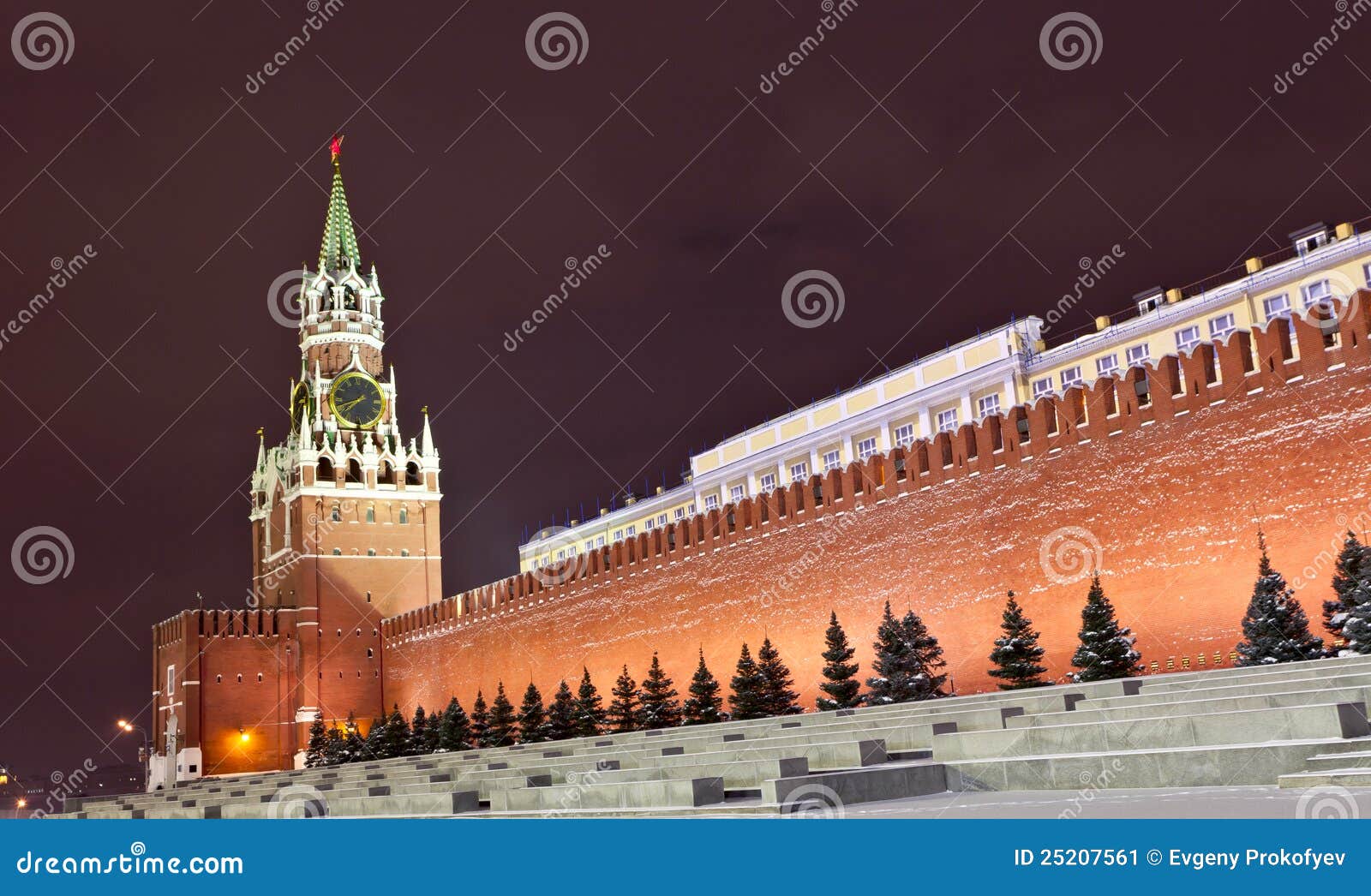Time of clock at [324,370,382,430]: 7:42
